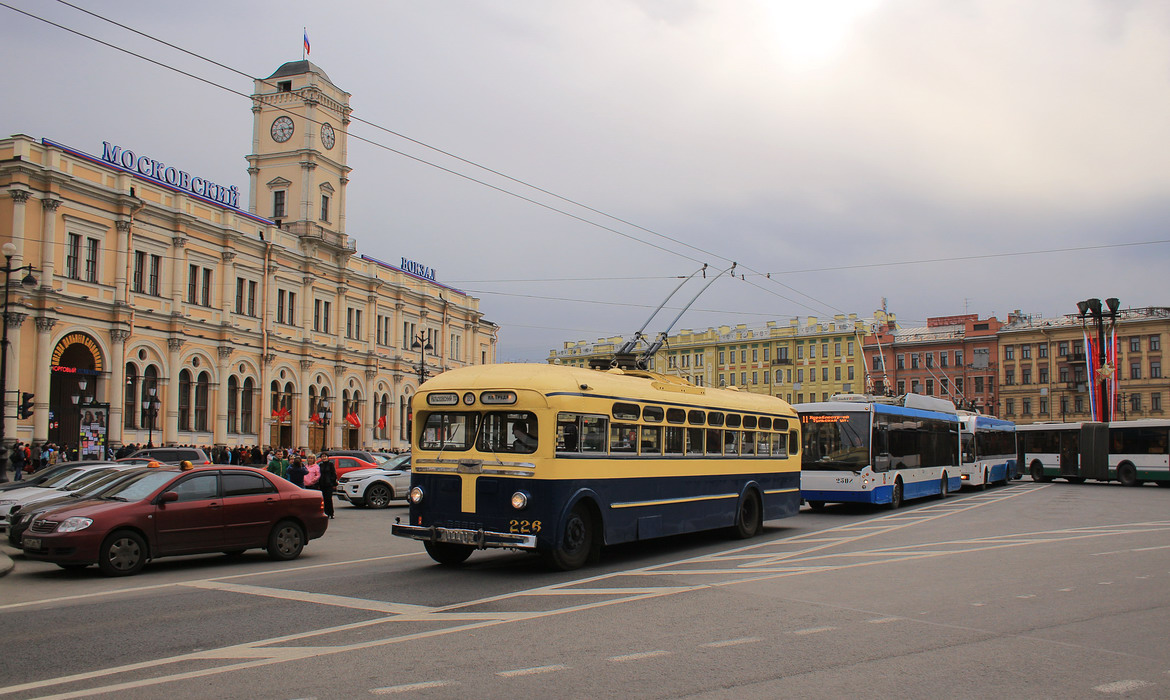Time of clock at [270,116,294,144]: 5:14
